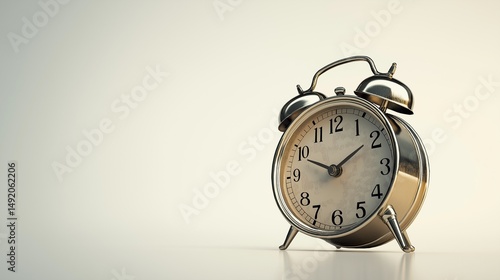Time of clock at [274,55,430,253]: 1:48
